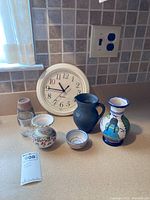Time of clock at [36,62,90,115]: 10:45
